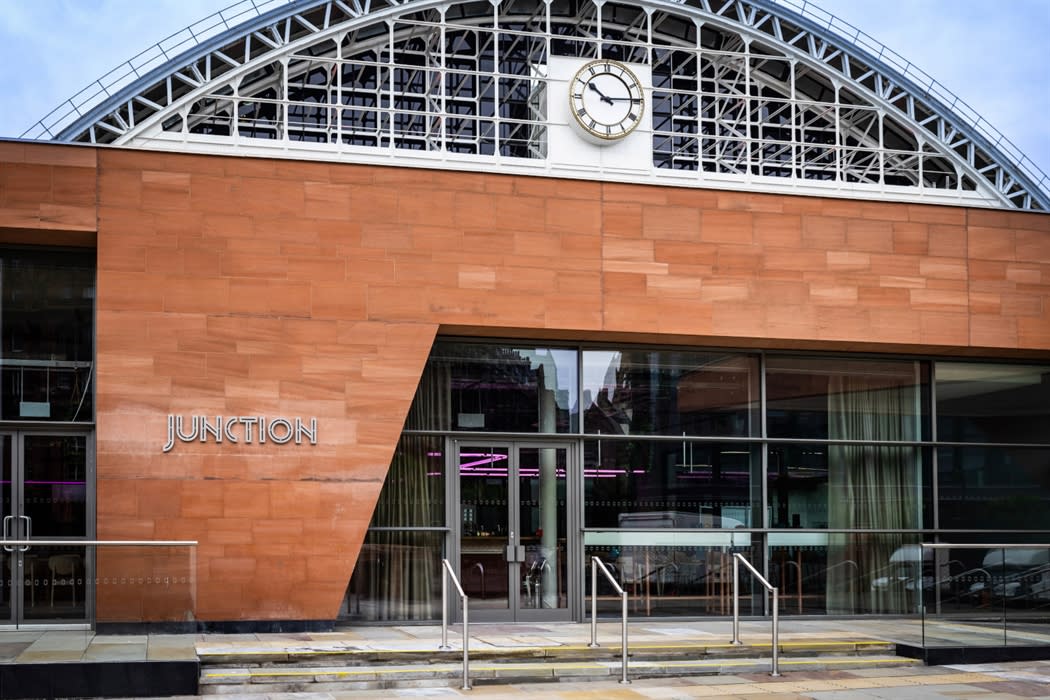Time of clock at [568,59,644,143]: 10:14
